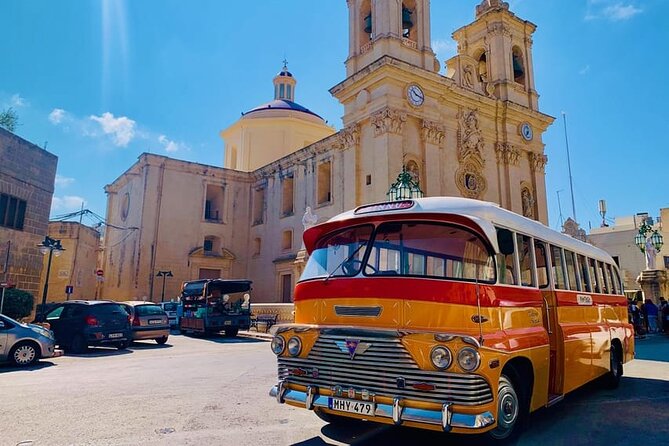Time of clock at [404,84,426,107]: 10:17
